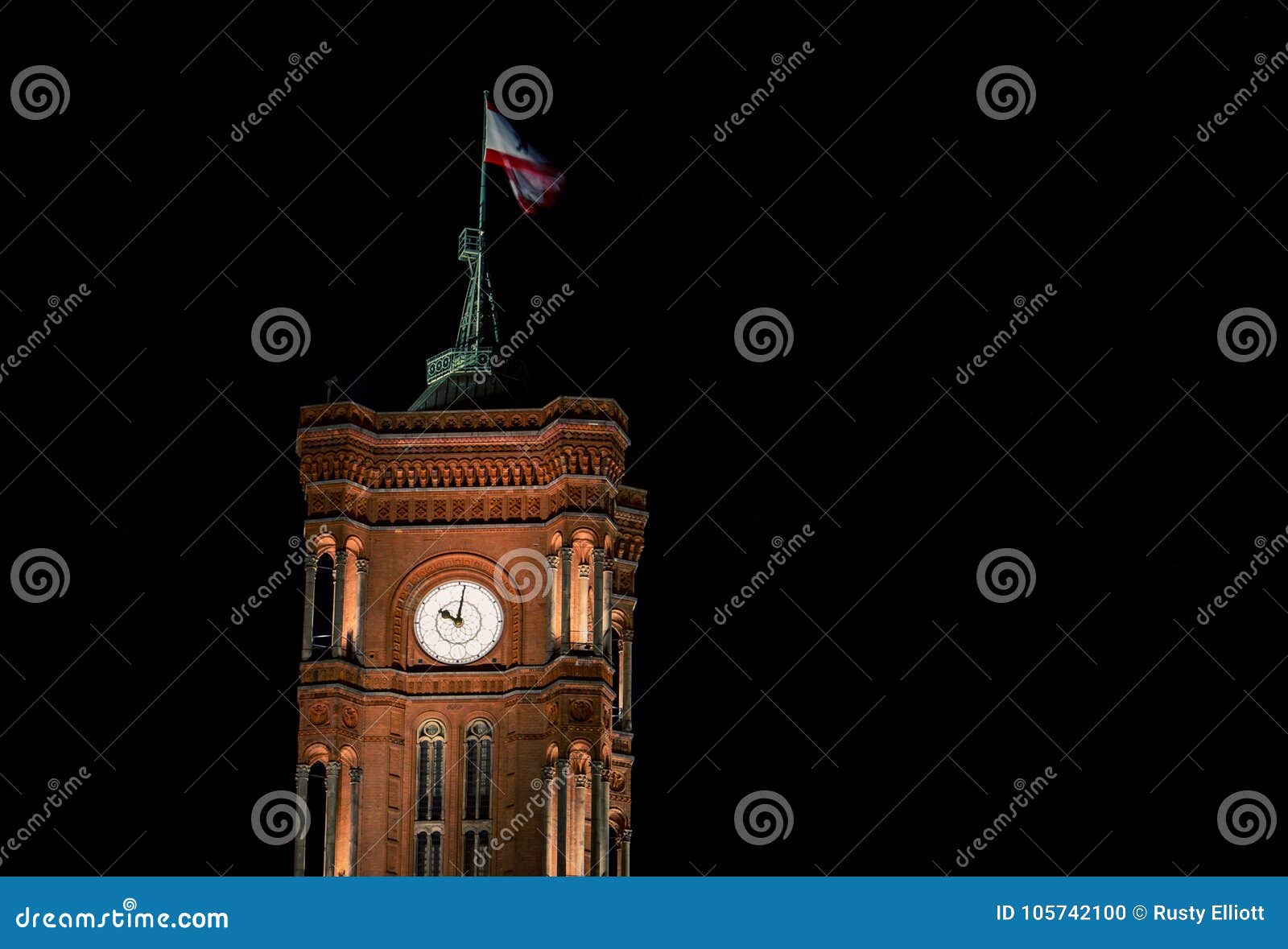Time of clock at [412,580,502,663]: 10:01
